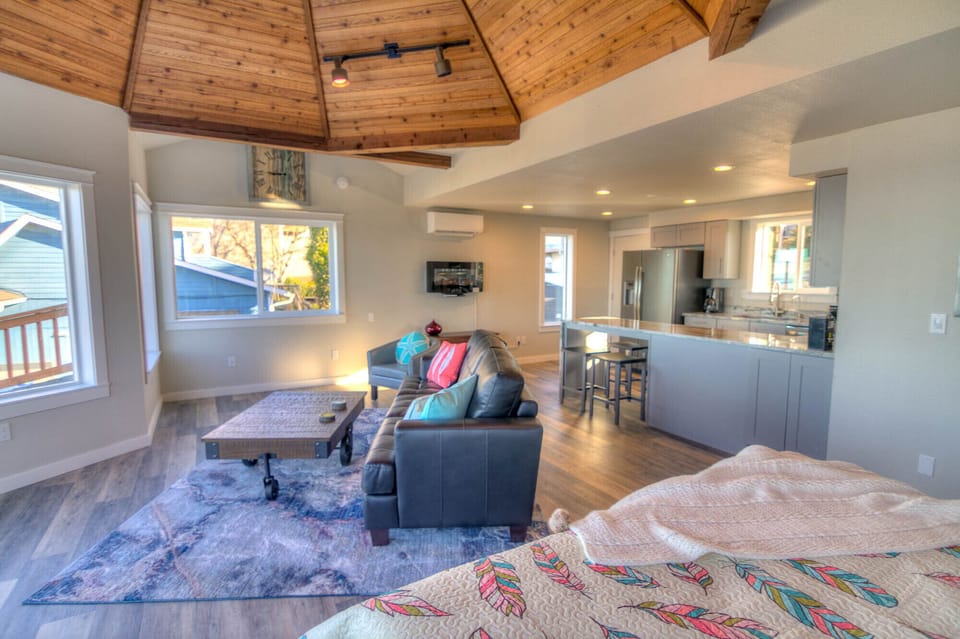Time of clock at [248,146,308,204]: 9:01
